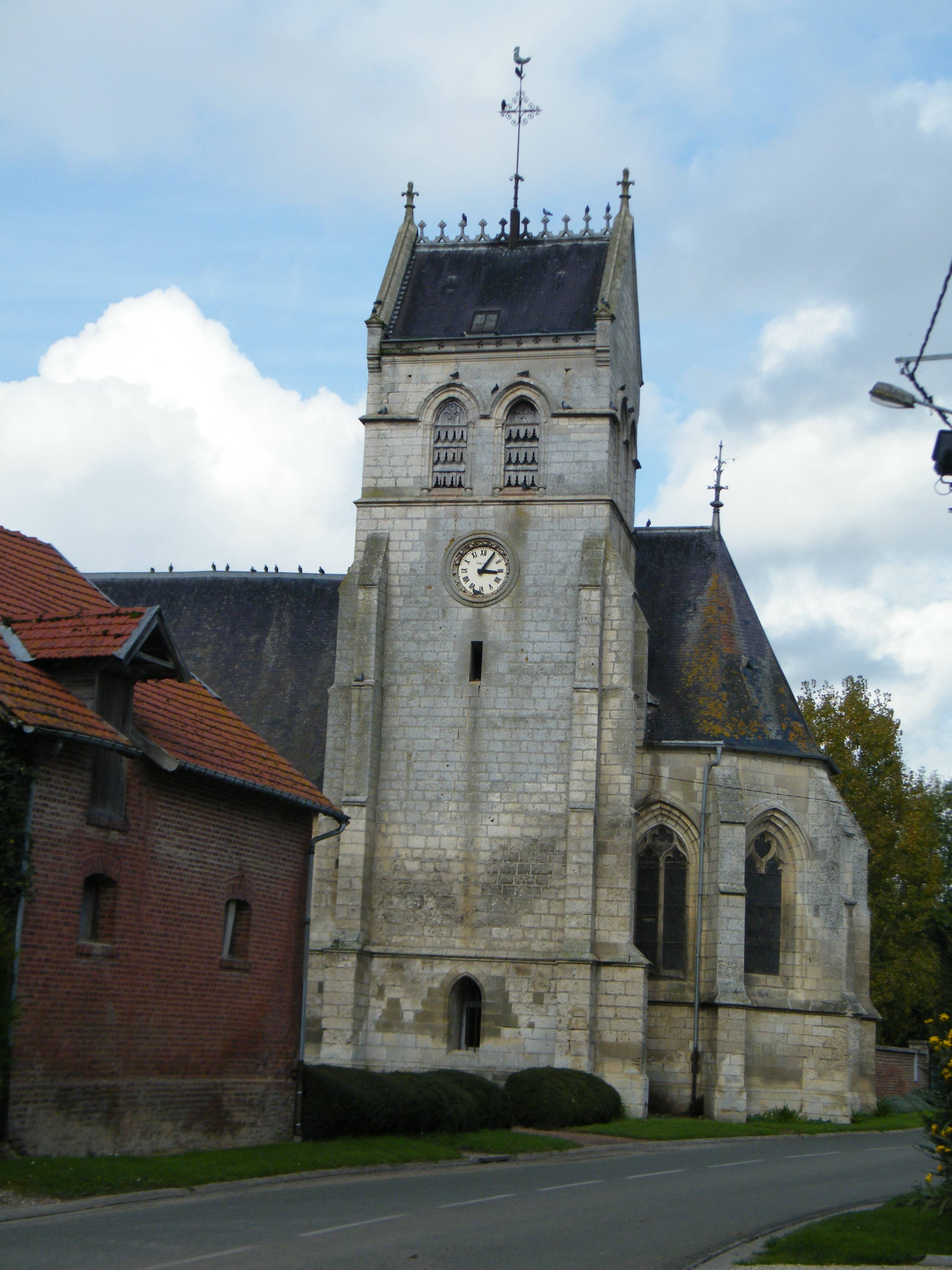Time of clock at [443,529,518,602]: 3:05
